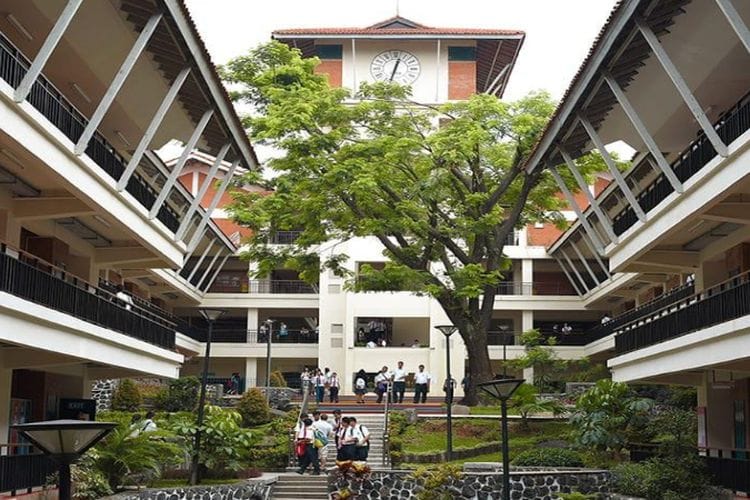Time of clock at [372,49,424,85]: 12:32
